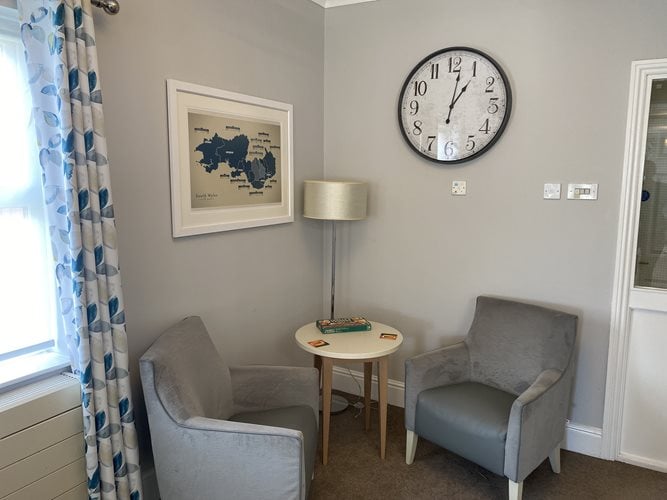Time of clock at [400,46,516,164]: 1:01
